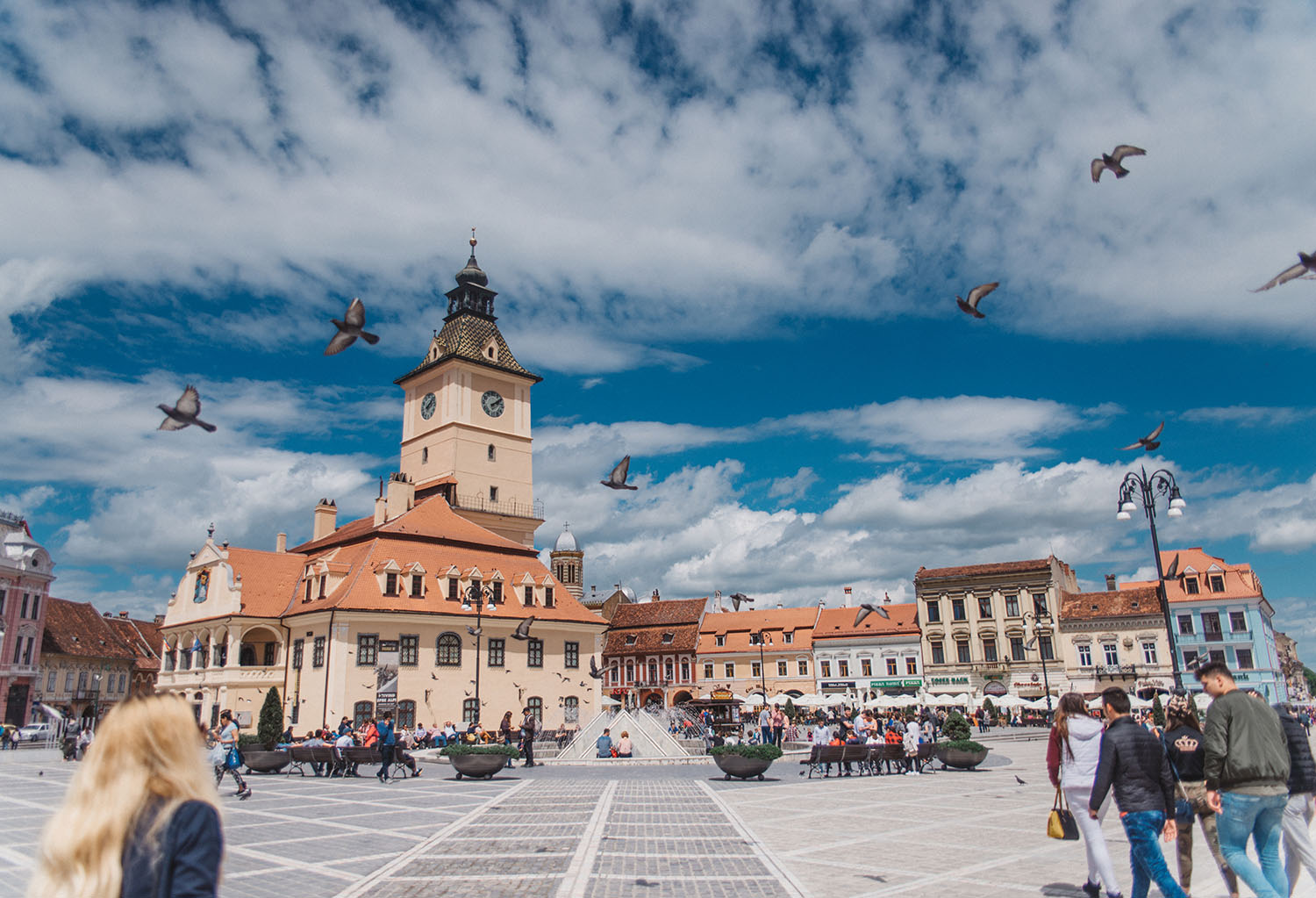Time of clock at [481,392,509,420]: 2:09
